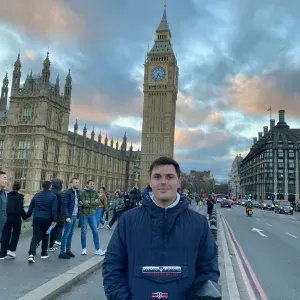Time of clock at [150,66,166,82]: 4:33
